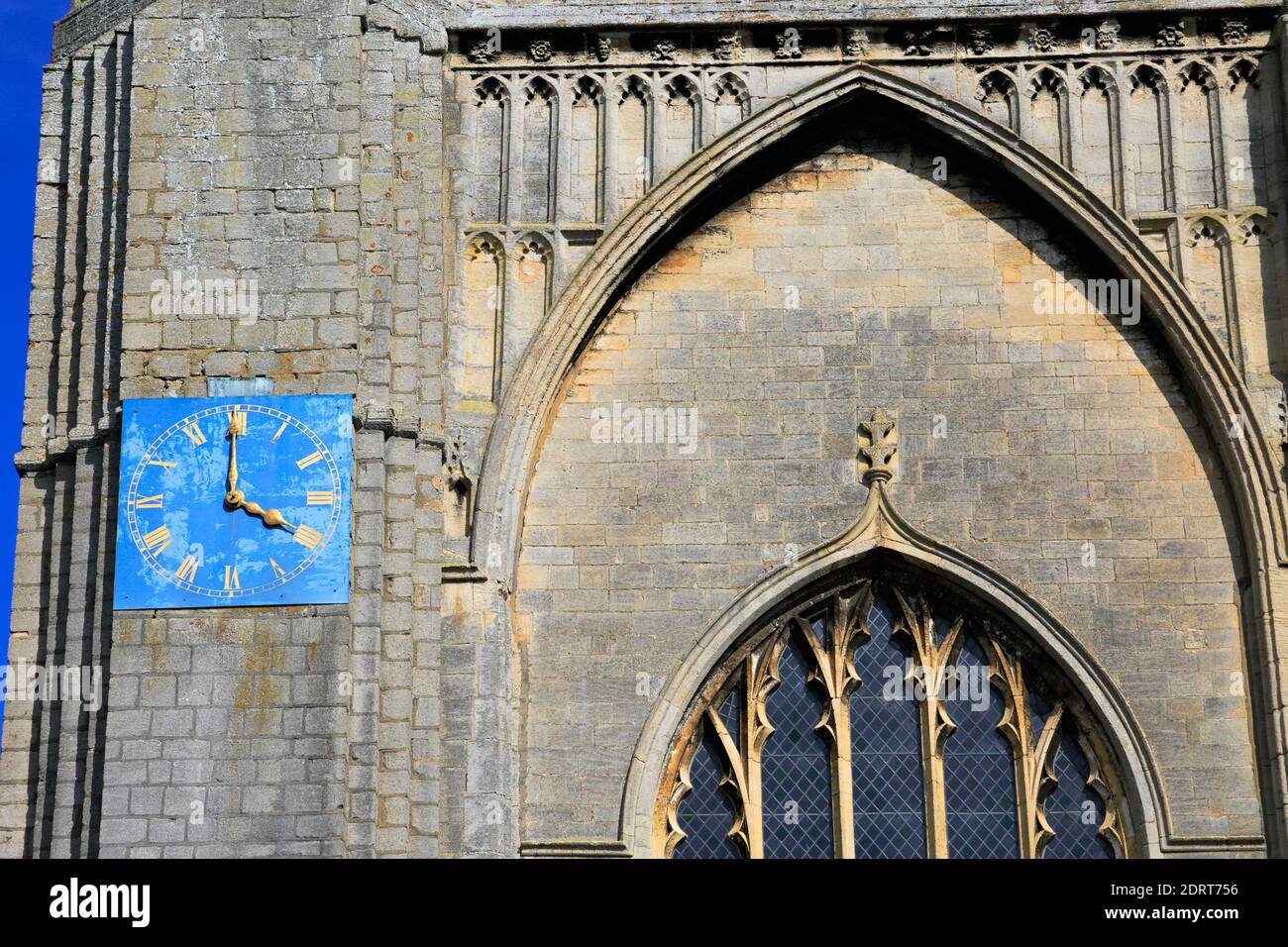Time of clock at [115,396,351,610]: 3:59
